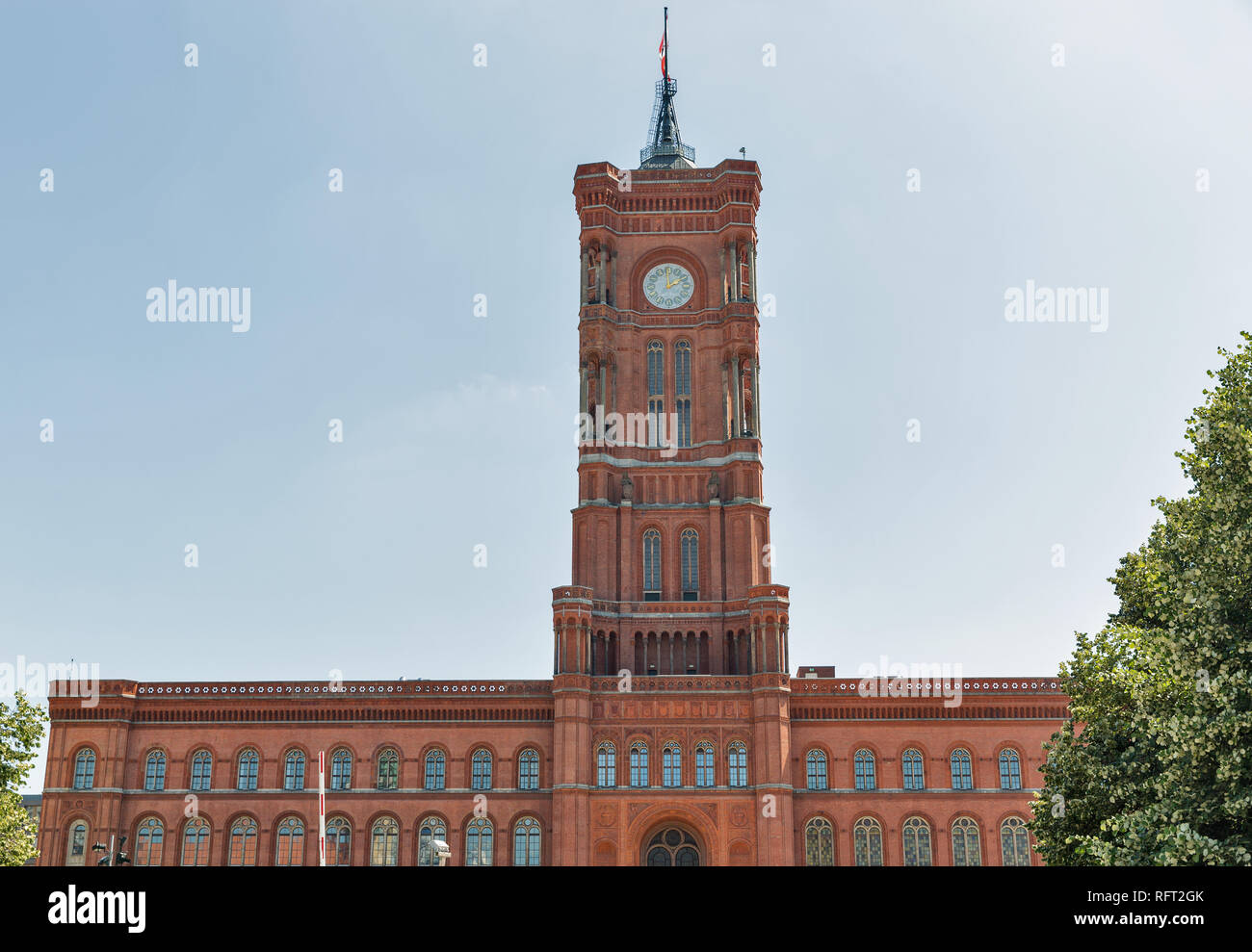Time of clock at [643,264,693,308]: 1:59
